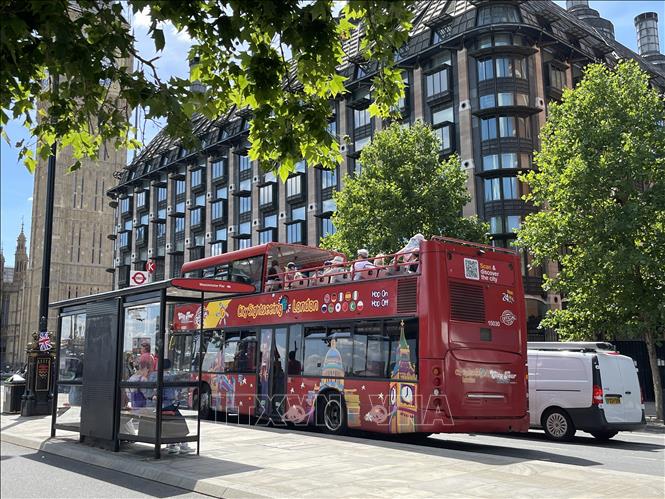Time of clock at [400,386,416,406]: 6:59
